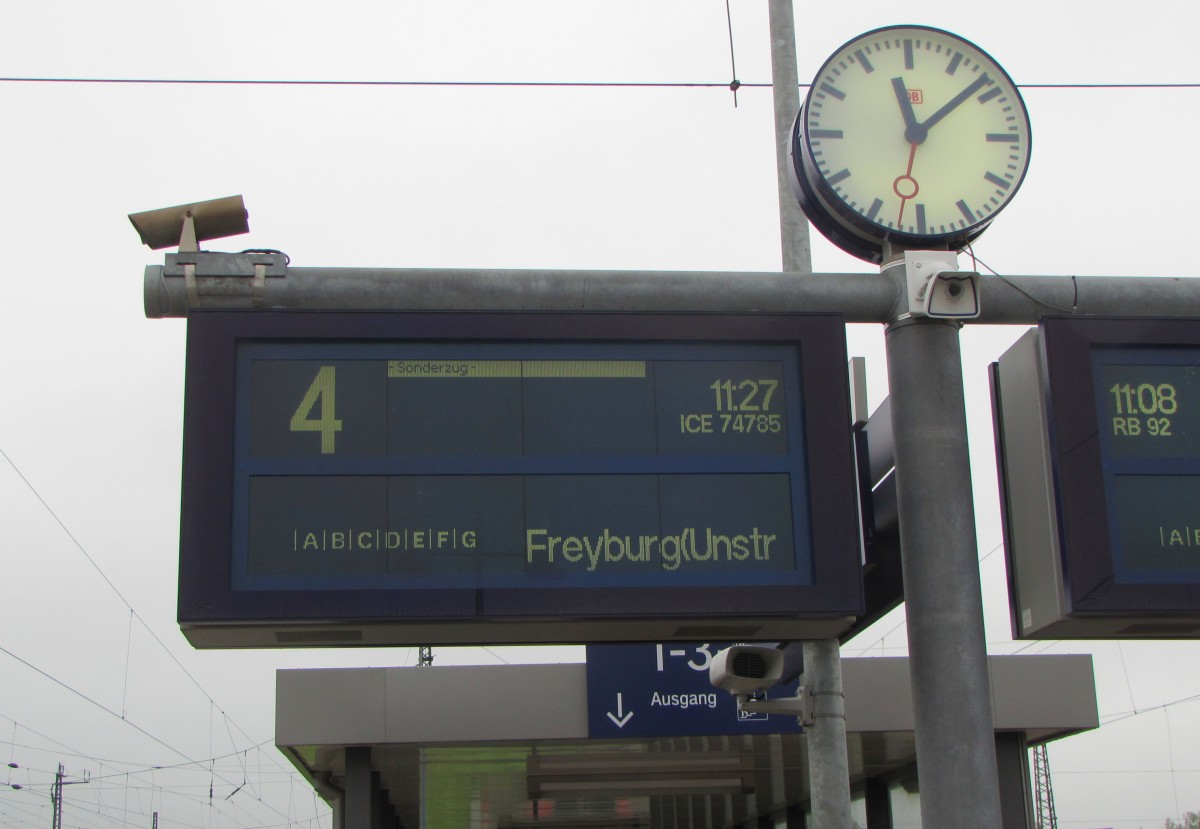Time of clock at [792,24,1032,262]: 11:08
